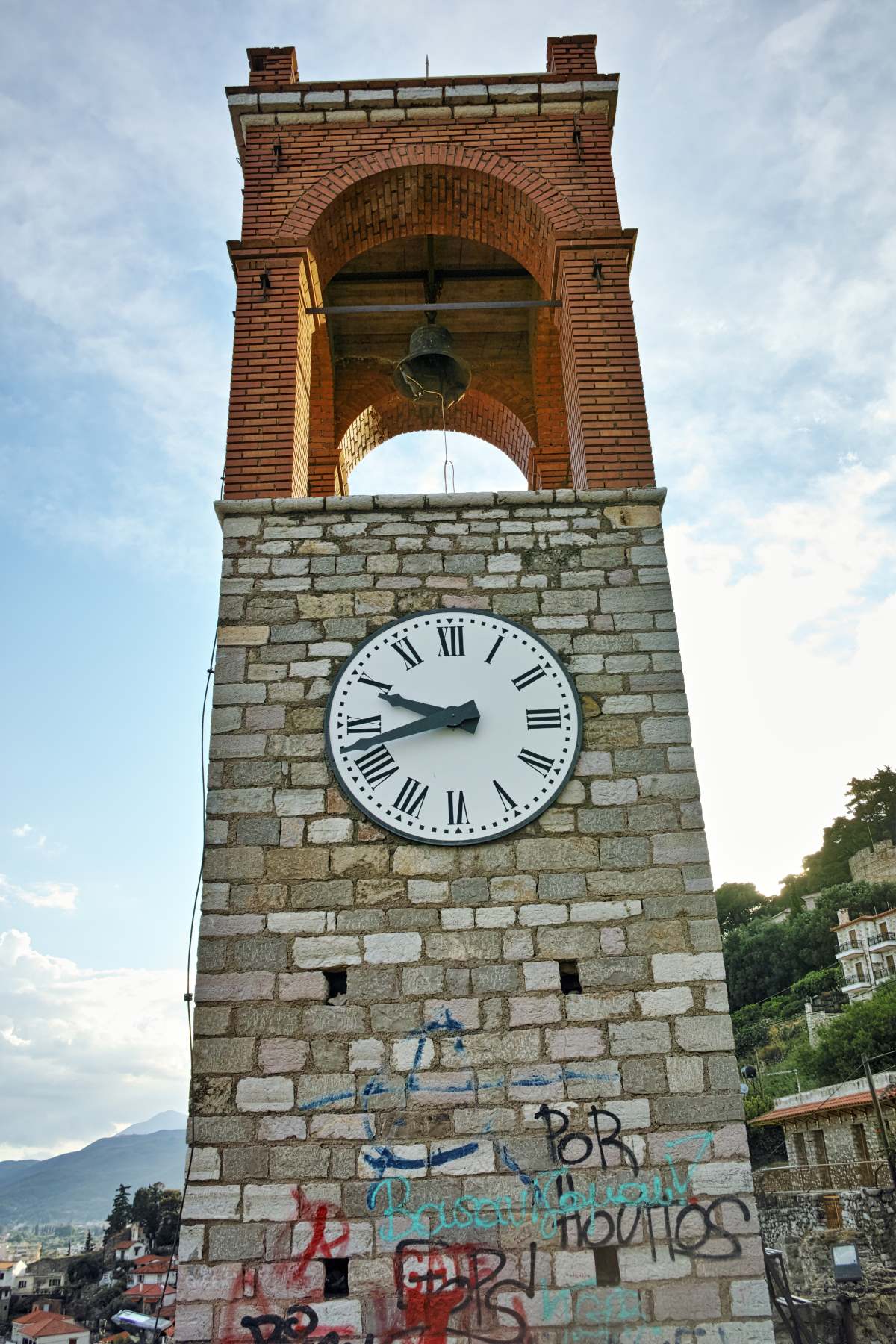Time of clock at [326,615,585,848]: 9:42
